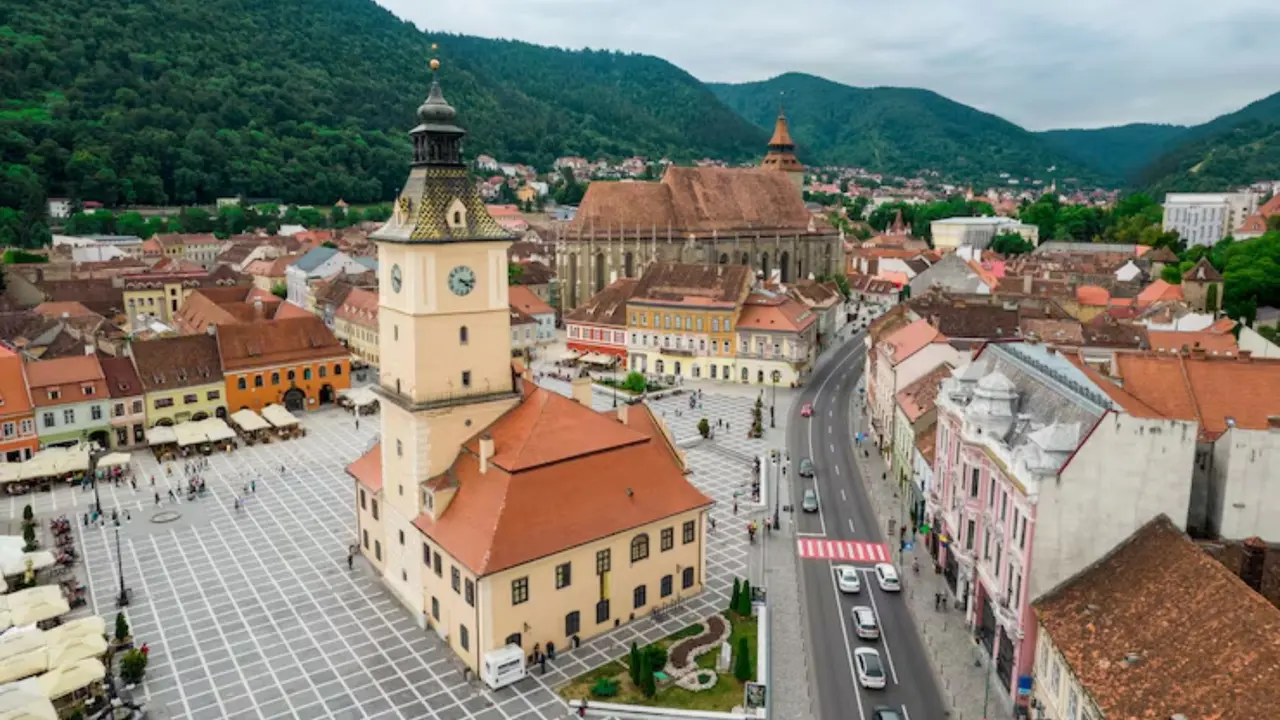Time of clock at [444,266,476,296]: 4:16
